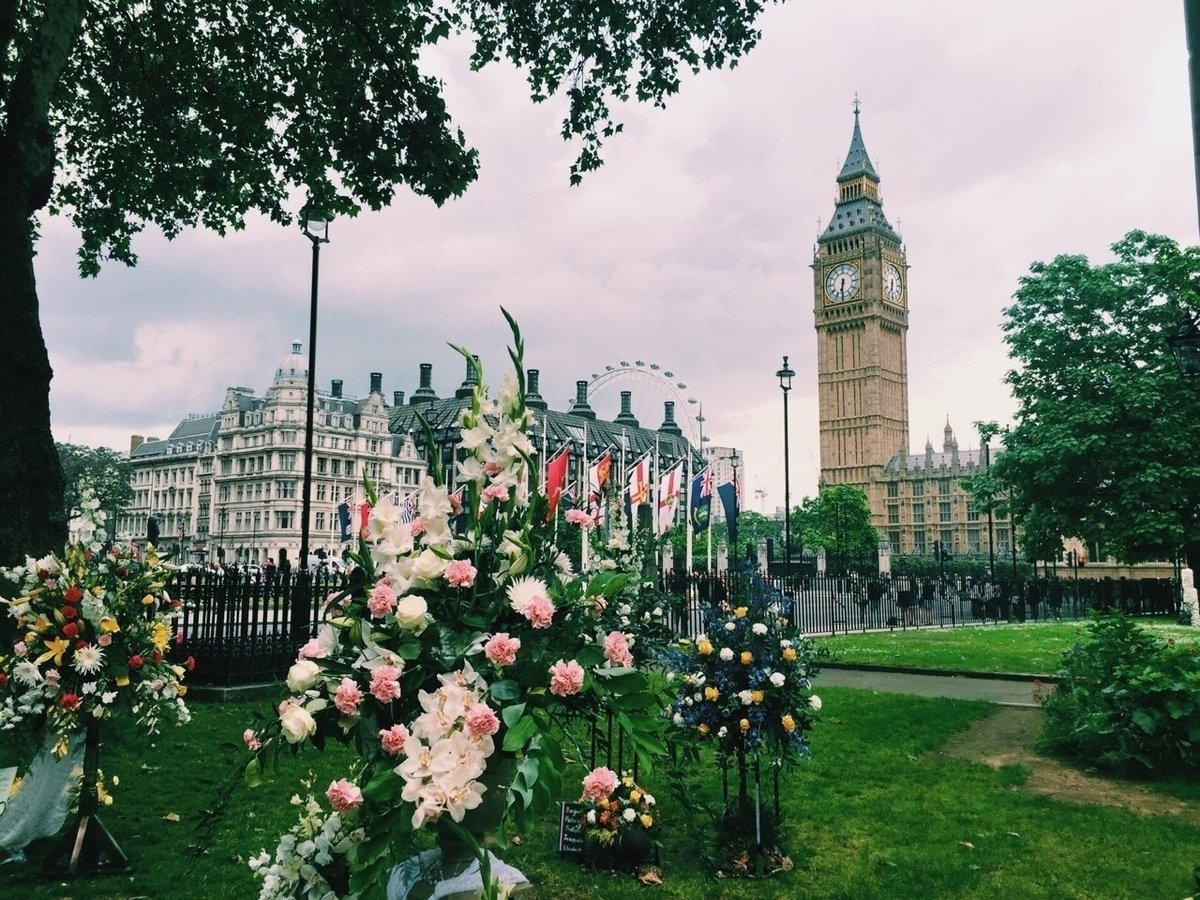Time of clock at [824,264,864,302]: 6:31
